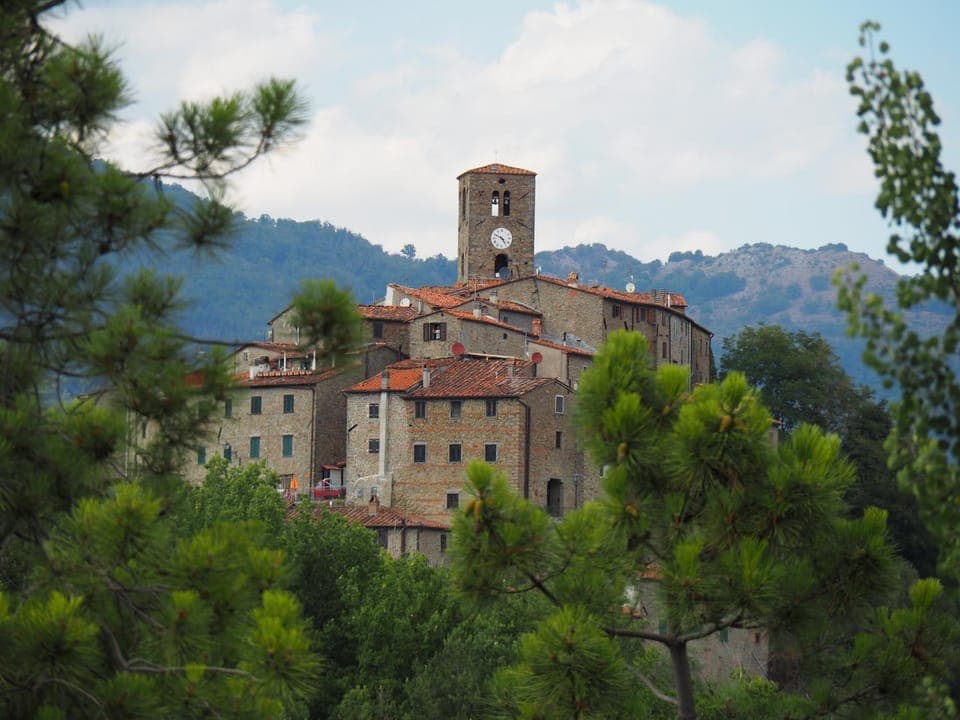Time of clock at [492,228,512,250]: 4:49
